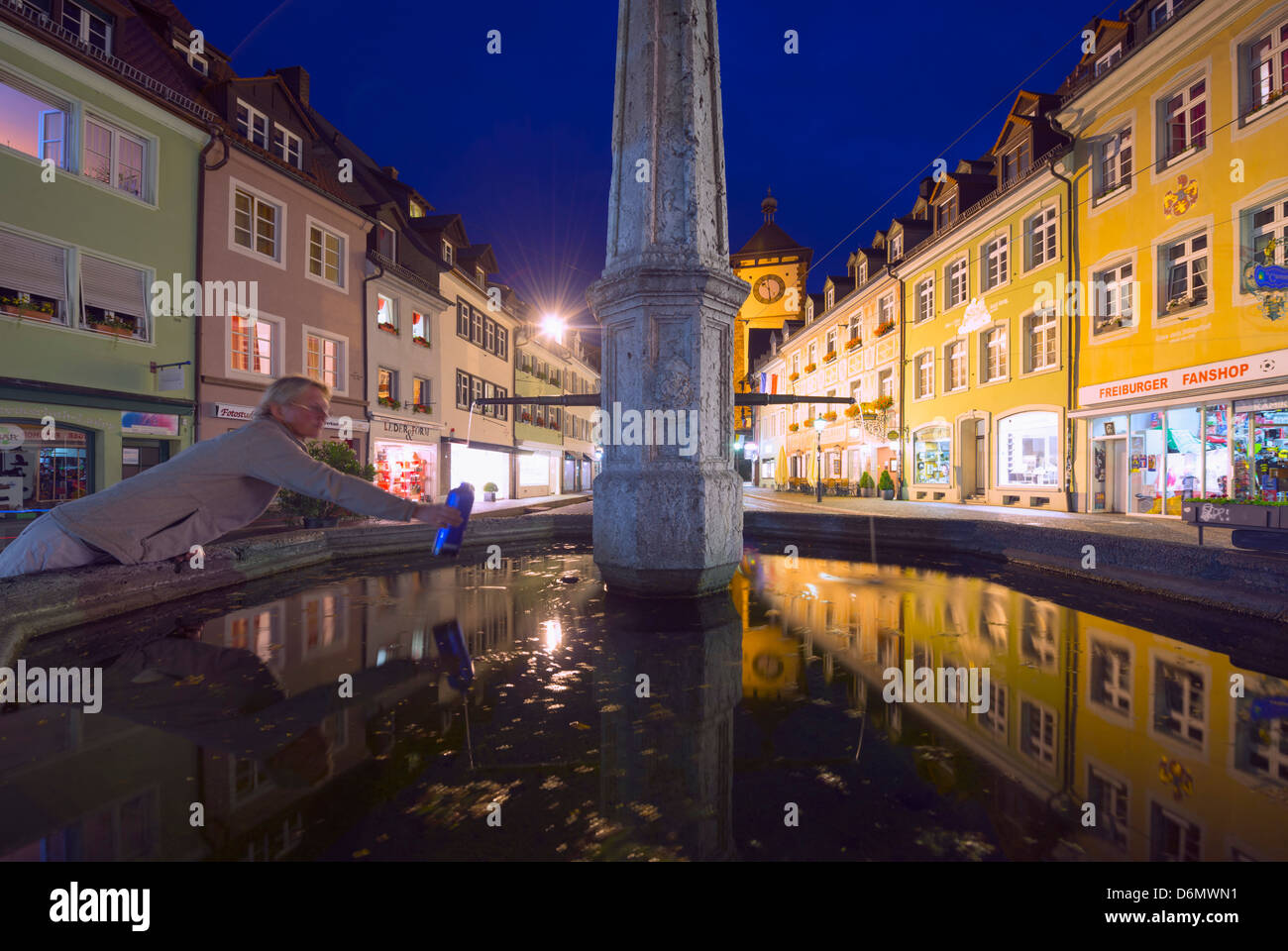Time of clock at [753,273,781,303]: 10:28
